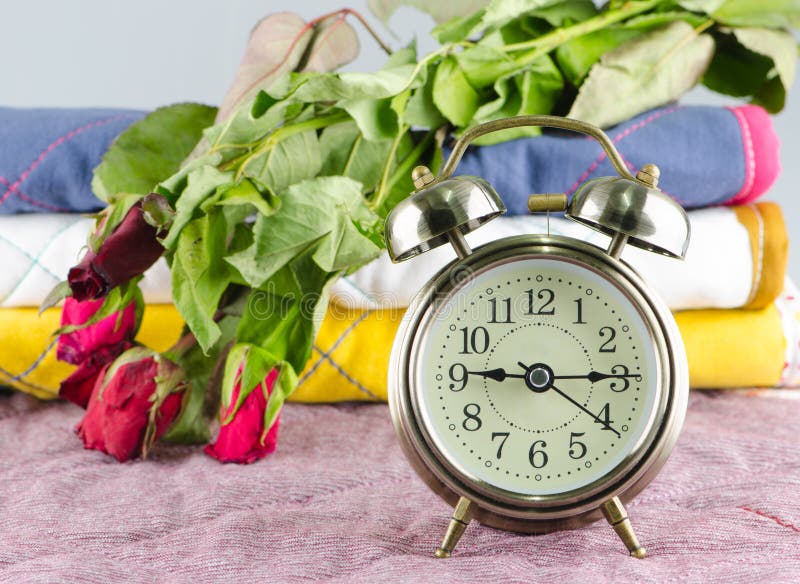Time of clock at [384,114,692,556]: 9:14
